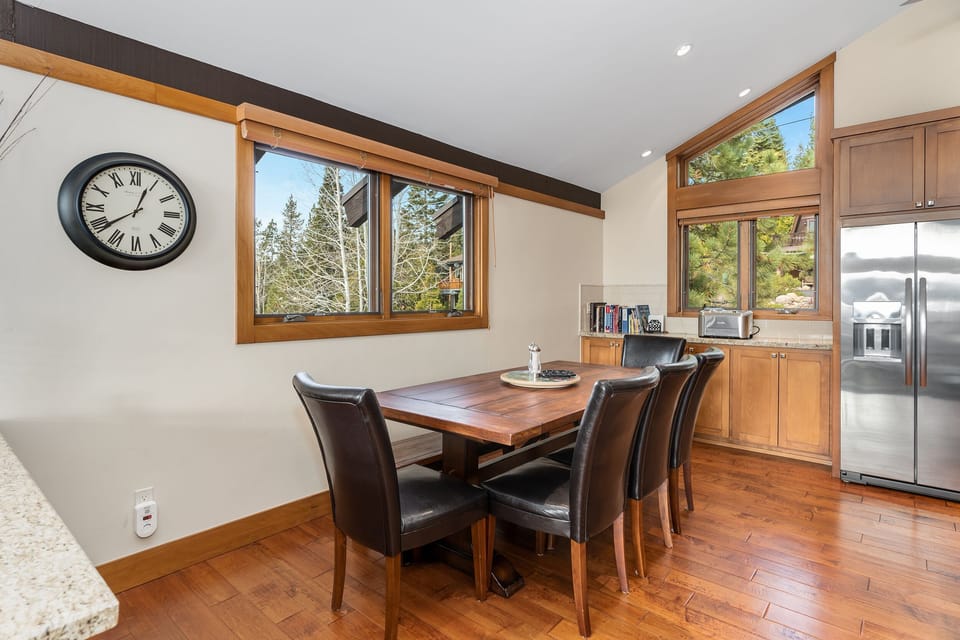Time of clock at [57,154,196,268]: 12:39
